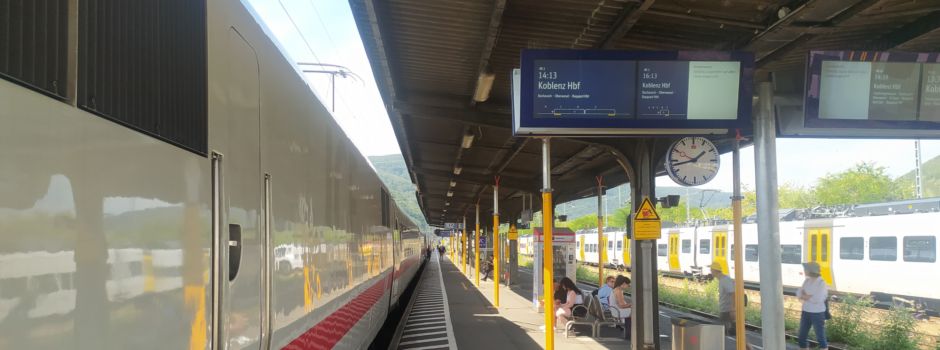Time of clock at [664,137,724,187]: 1:42
